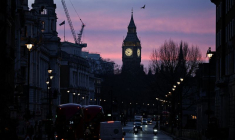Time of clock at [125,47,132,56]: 3:37
